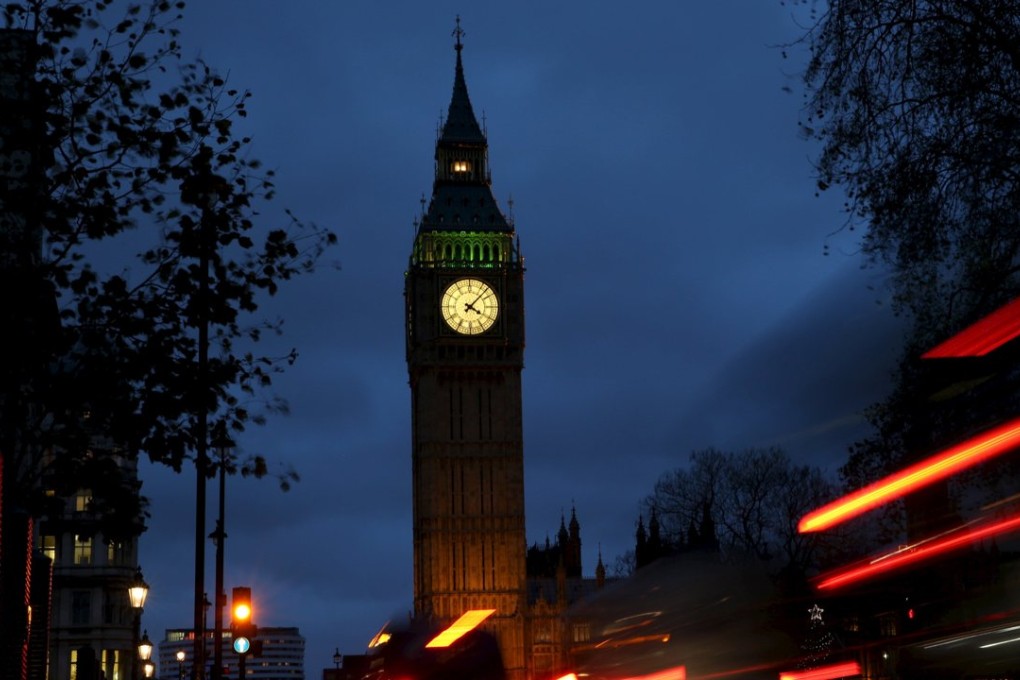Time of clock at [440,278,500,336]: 4:07
